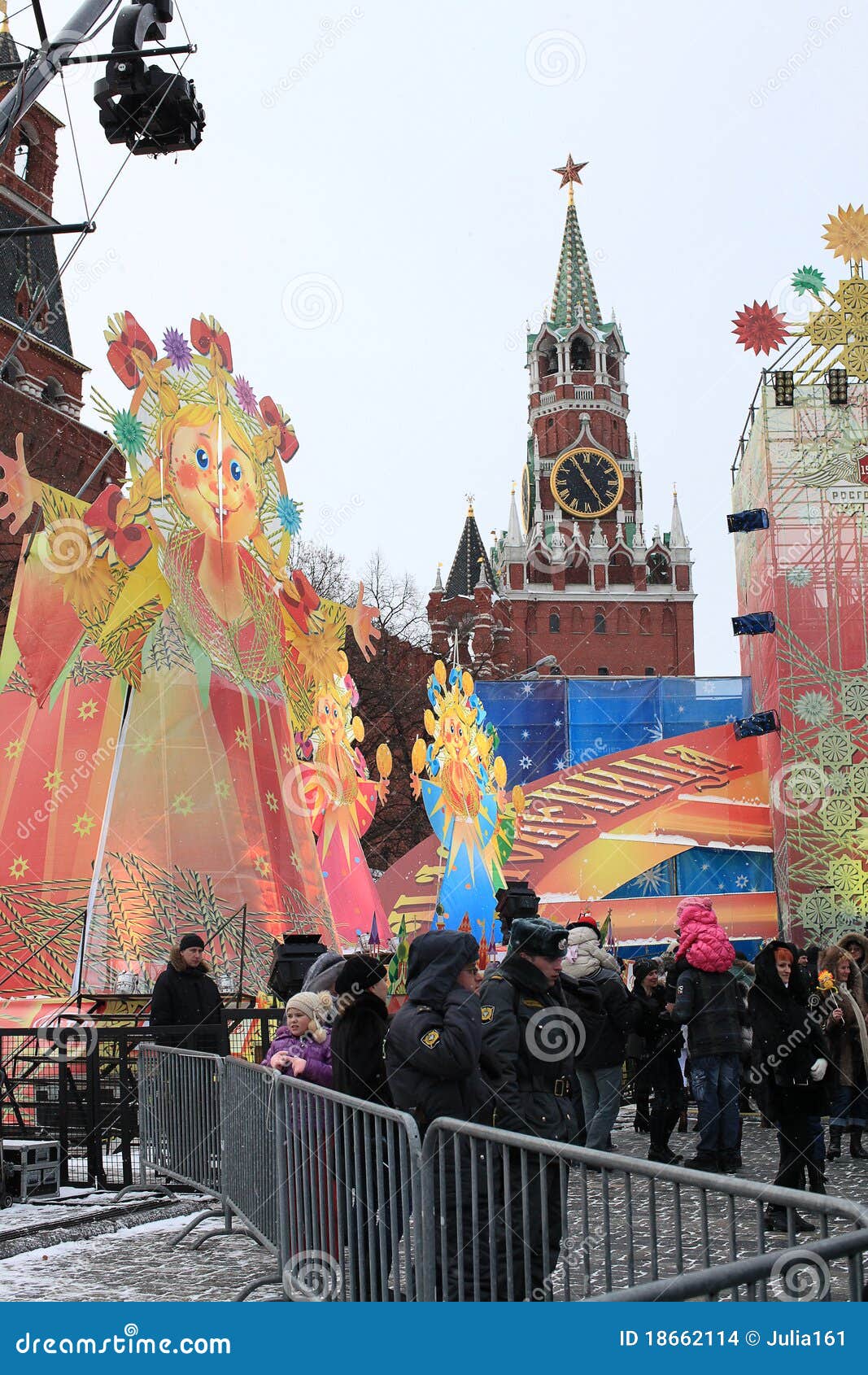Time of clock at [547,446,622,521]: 4:55
